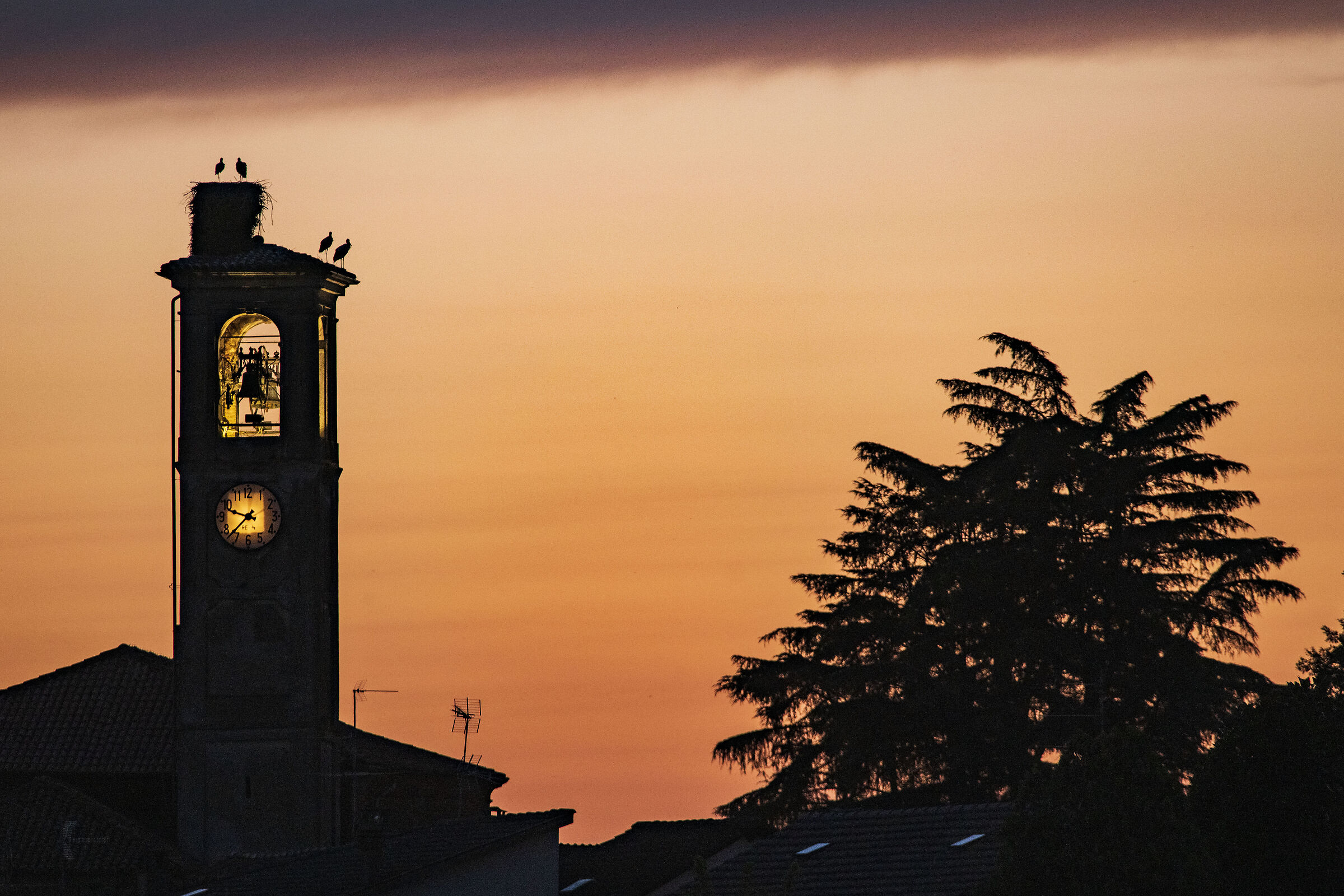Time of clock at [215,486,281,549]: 9:37
